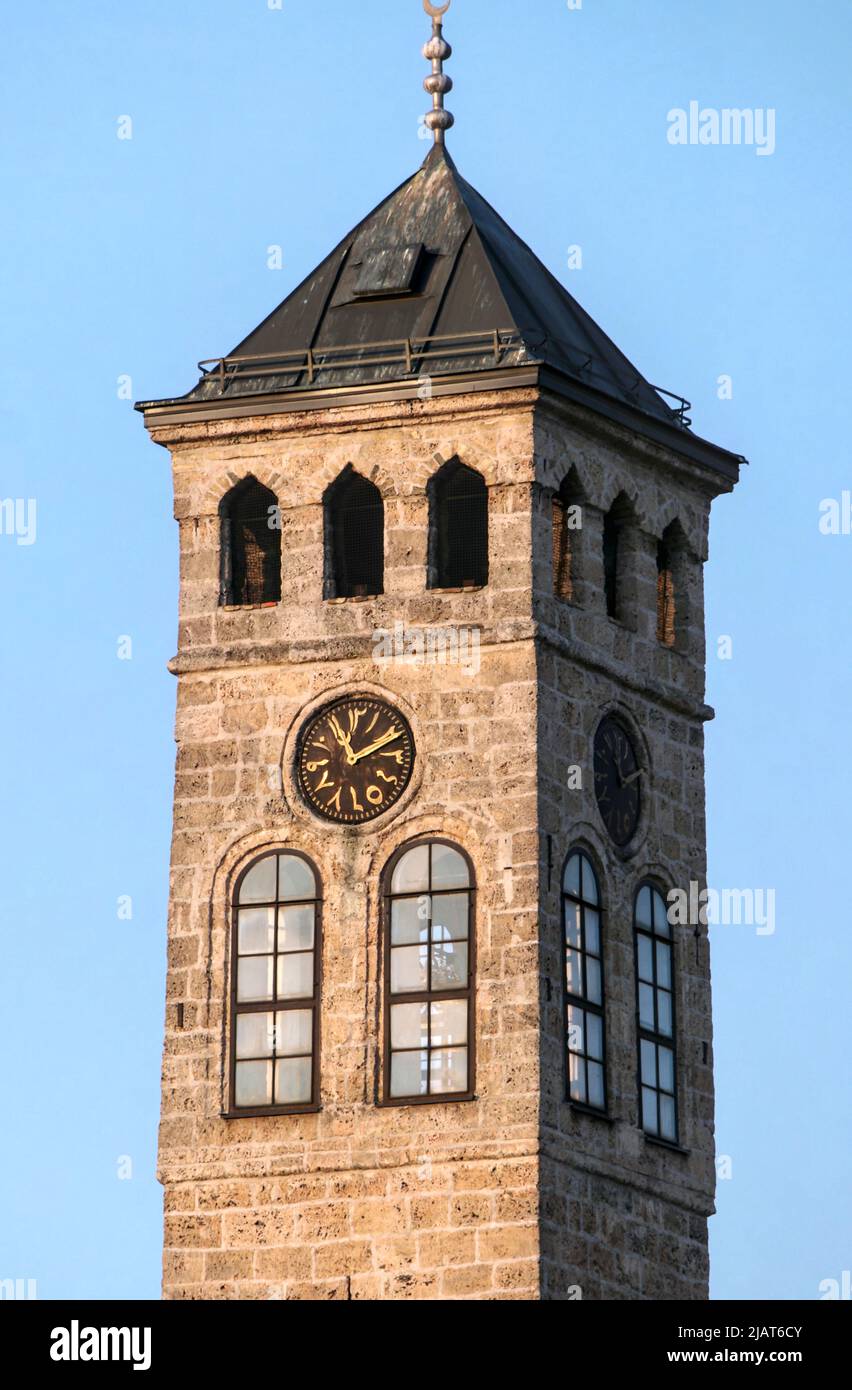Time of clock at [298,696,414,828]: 11:10
